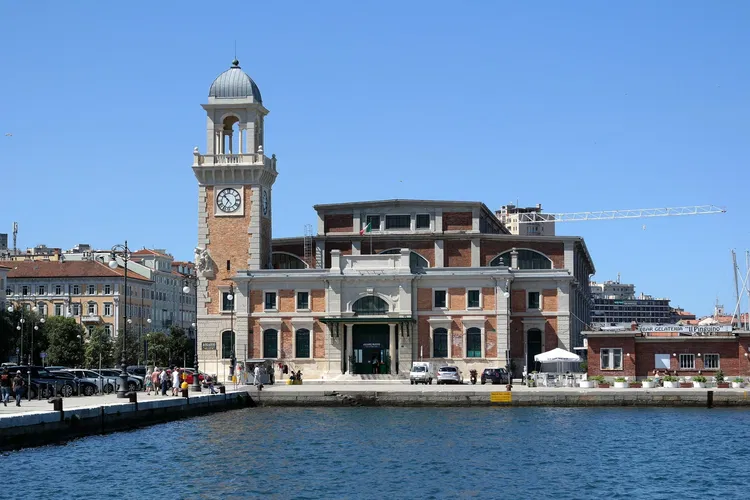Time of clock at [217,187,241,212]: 10:35
